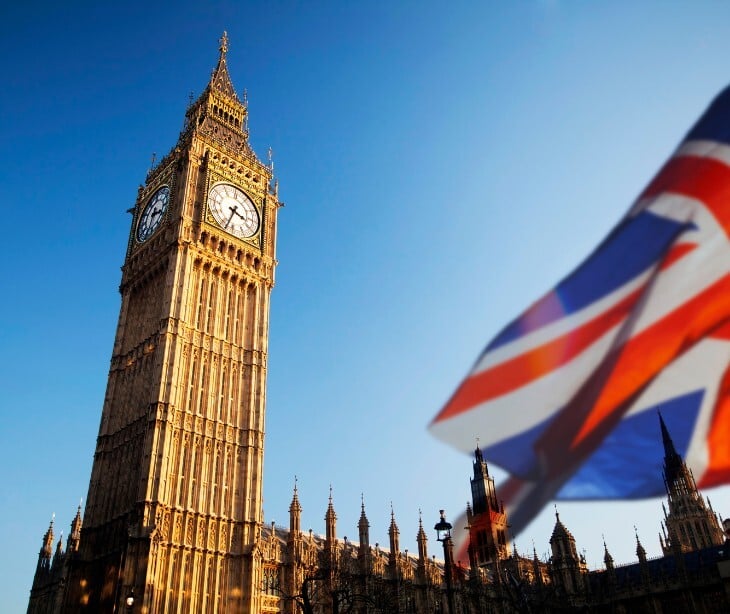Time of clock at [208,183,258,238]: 3:33
